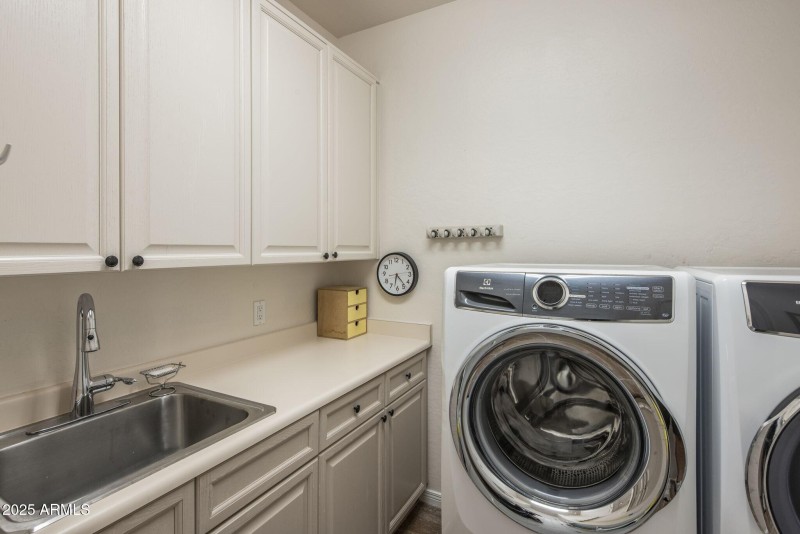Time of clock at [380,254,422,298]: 6:23
